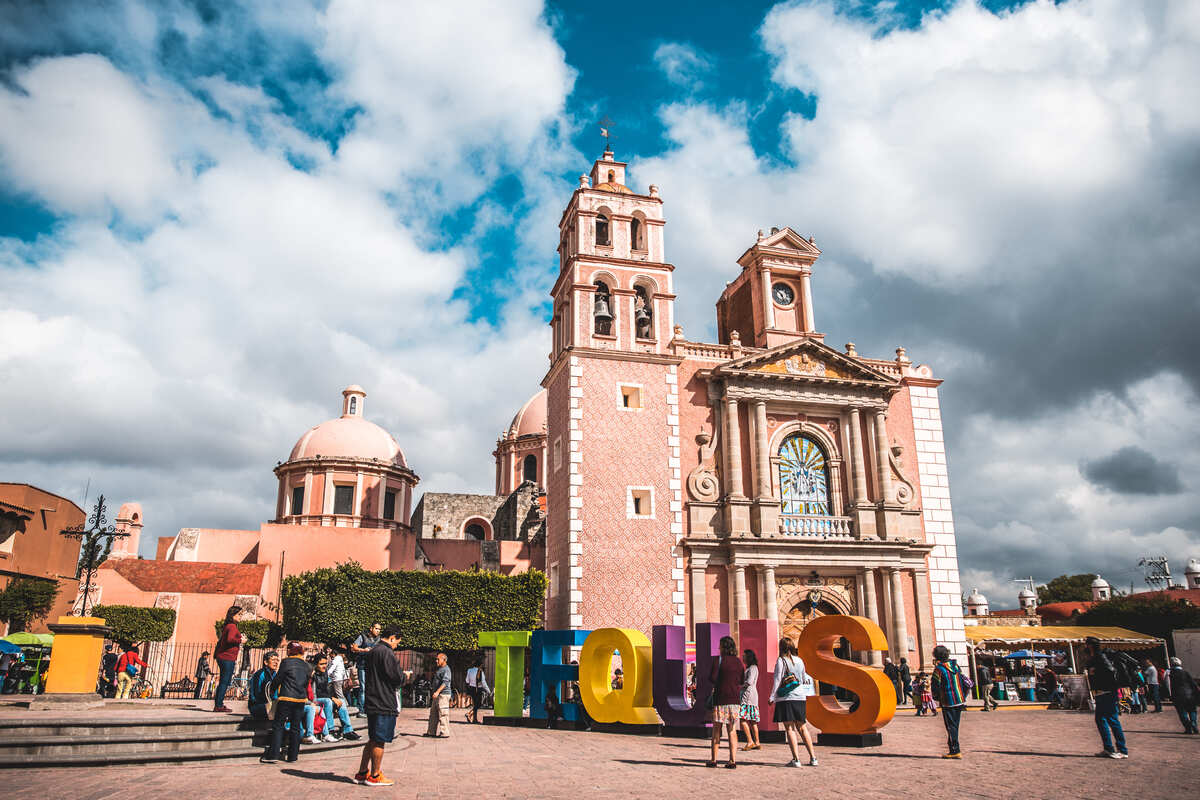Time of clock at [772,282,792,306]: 4:50
